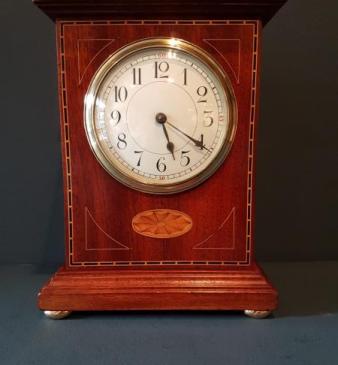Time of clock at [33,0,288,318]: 5:20
